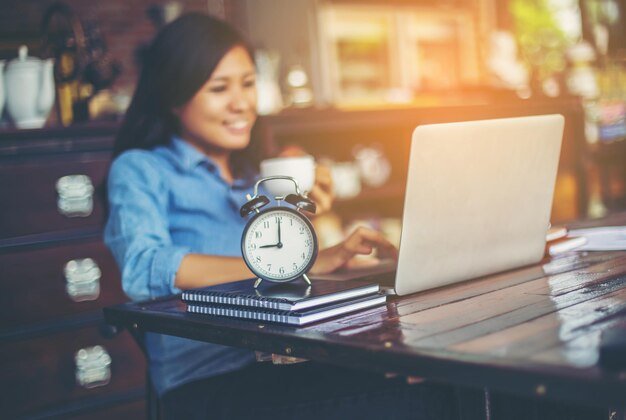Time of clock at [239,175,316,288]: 9:00
